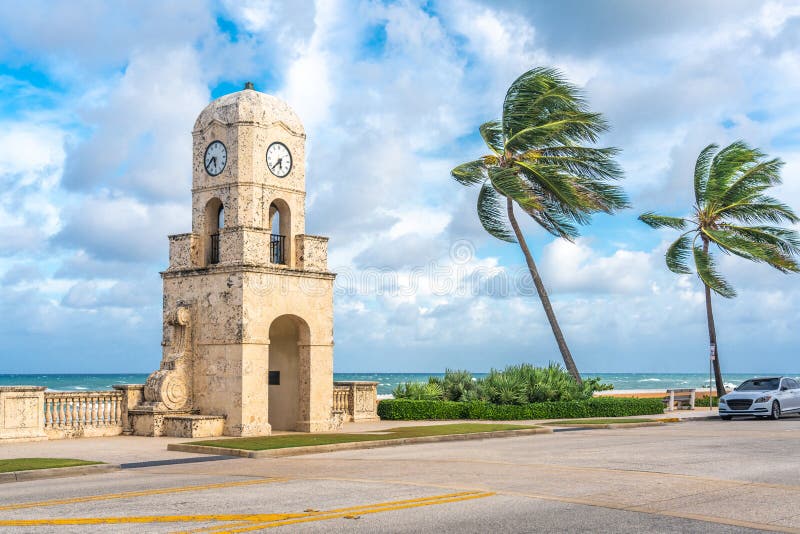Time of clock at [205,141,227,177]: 5:38
